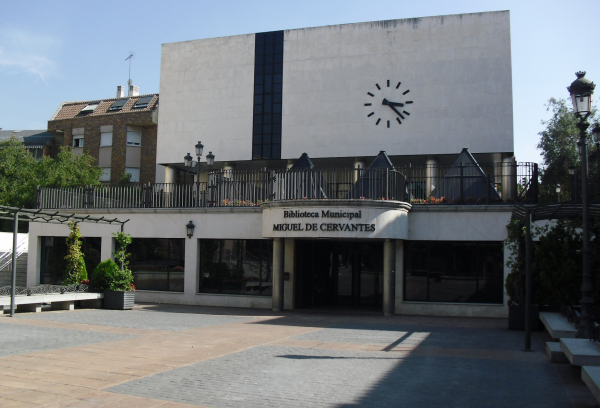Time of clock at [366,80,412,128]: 3:22
